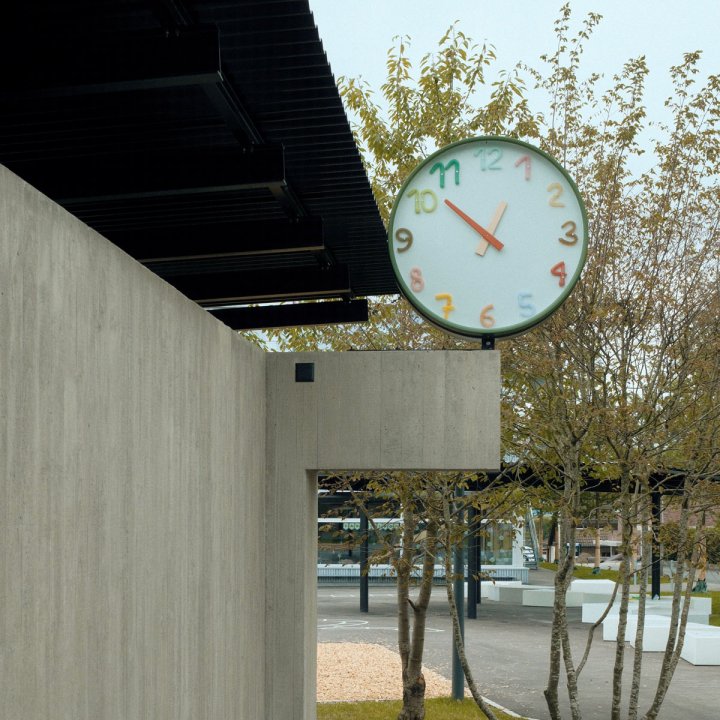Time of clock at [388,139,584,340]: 12:52
